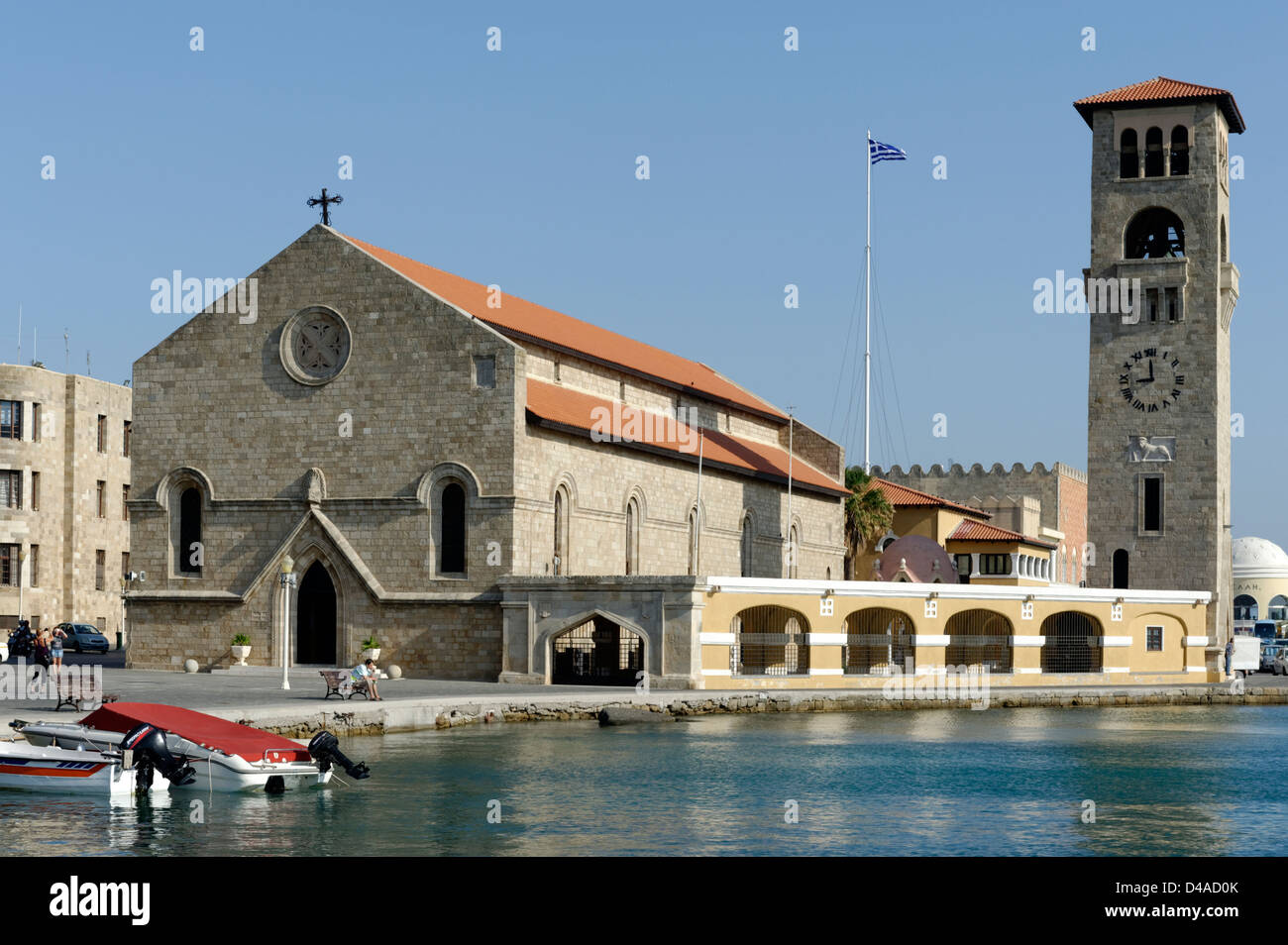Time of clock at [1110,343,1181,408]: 11:43
